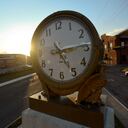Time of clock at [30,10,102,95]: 5:14
